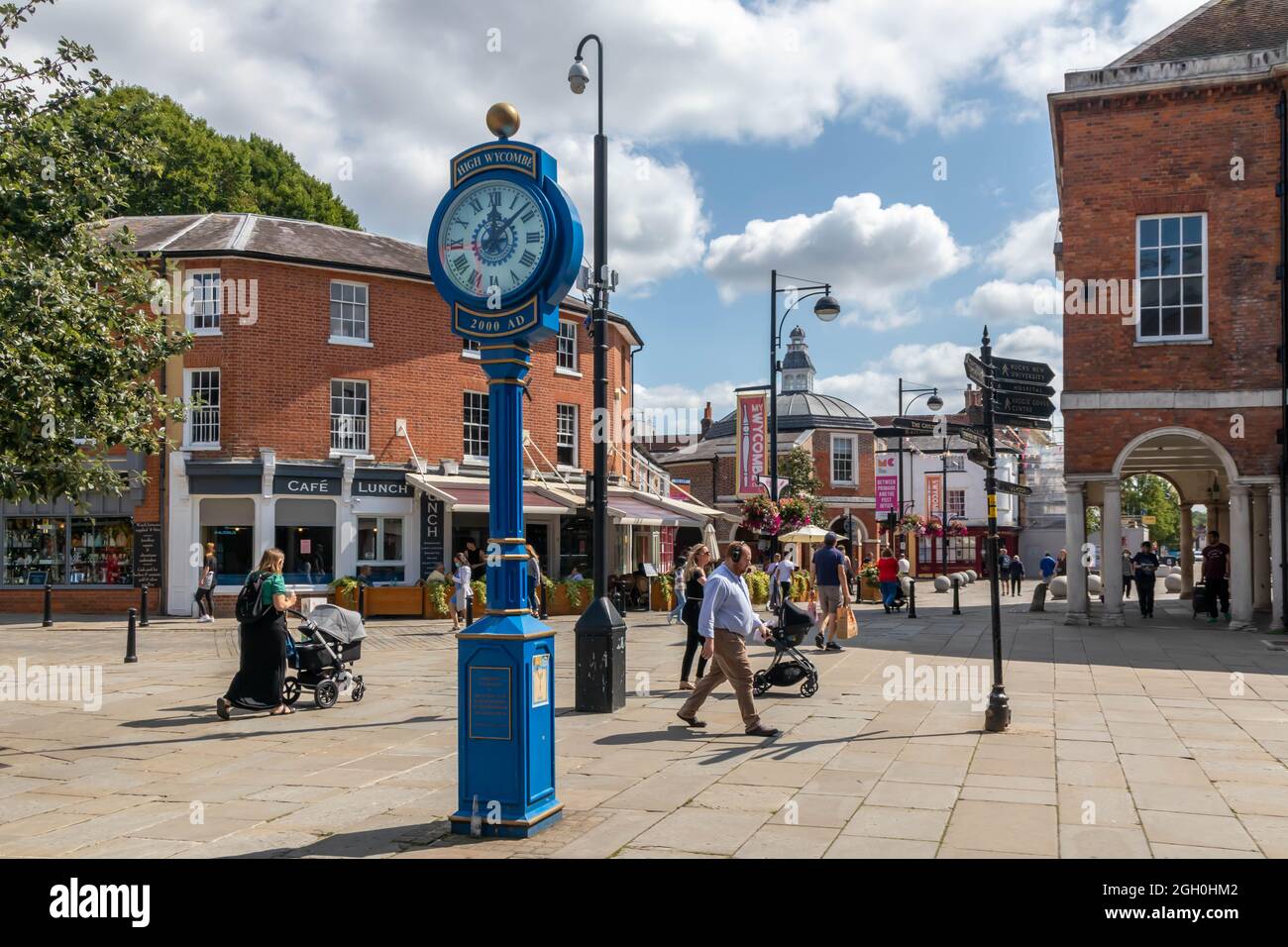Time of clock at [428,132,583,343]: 12:08
